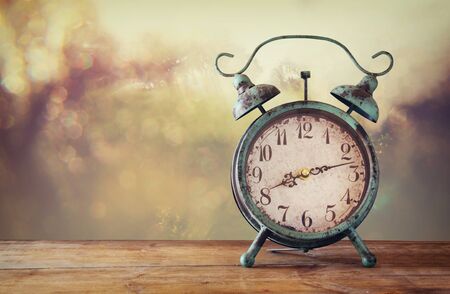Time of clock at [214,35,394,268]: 8:12
